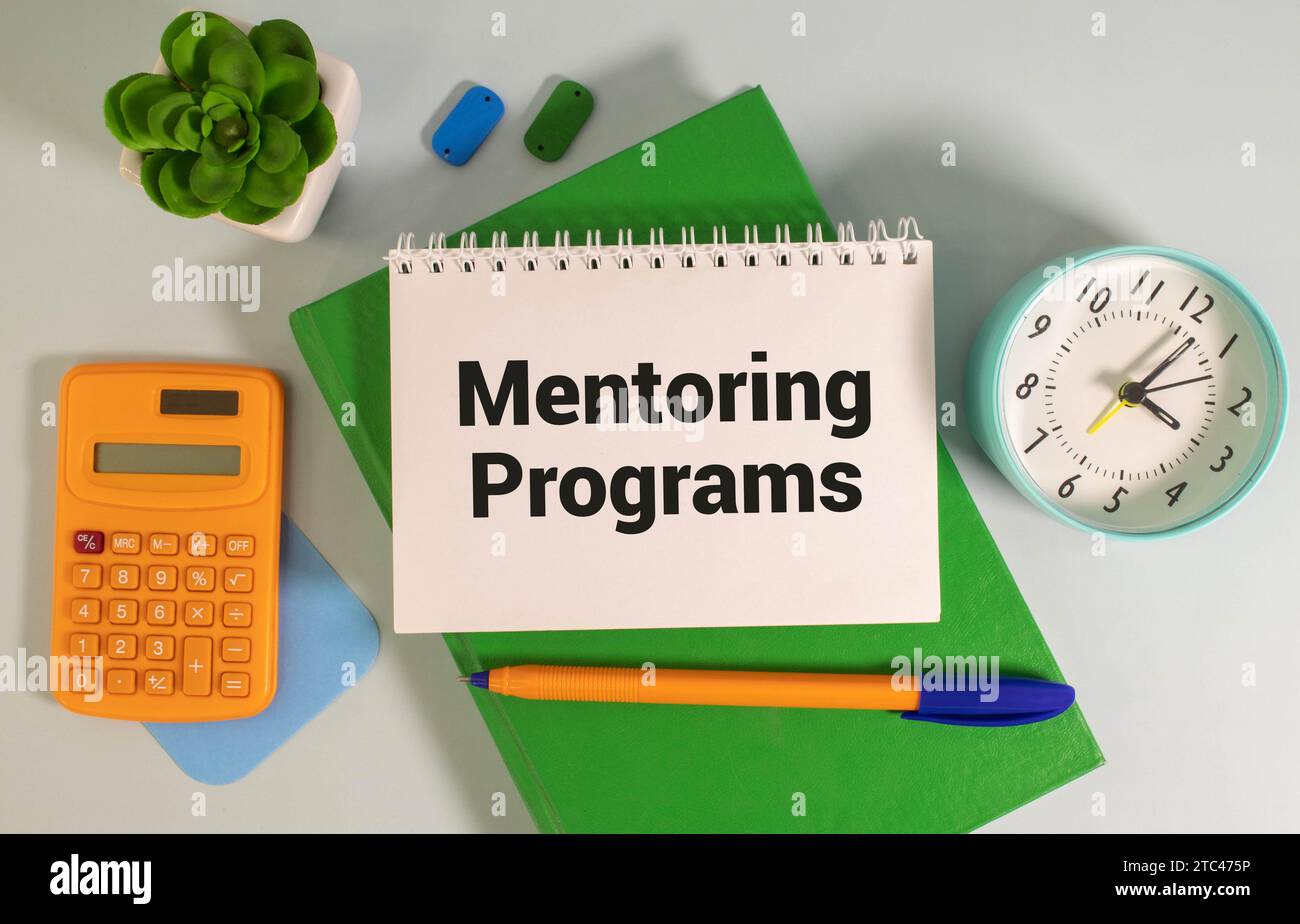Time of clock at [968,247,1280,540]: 4:07
